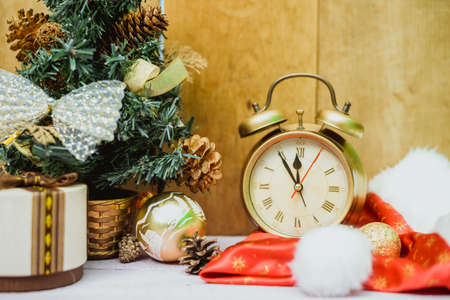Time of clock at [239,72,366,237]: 11:54
